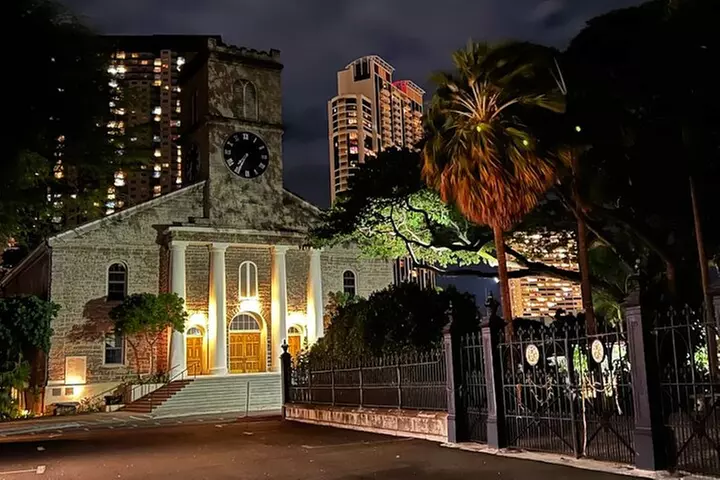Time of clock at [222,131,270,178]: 7:34
